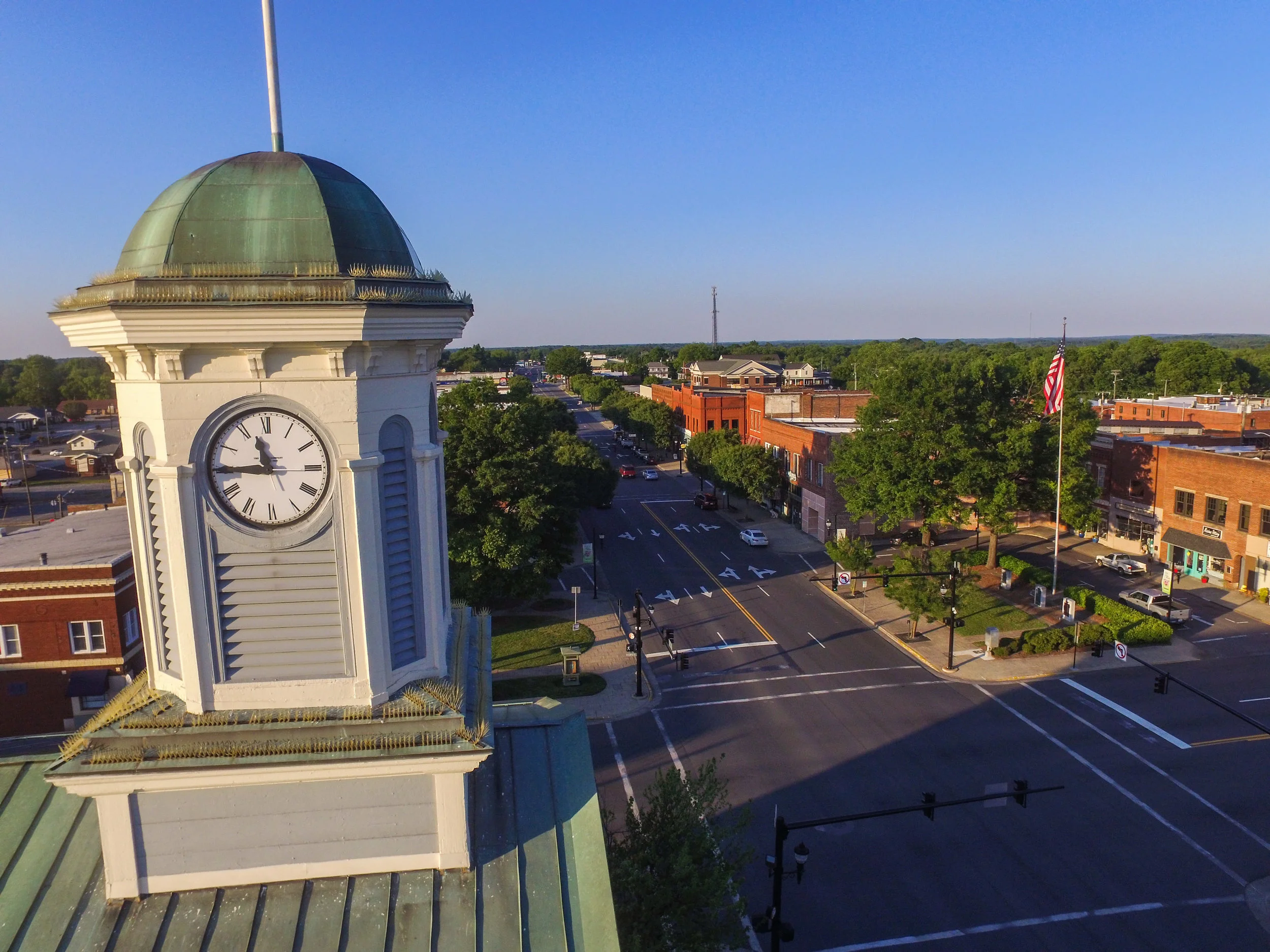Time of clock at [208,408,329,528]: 11:44
